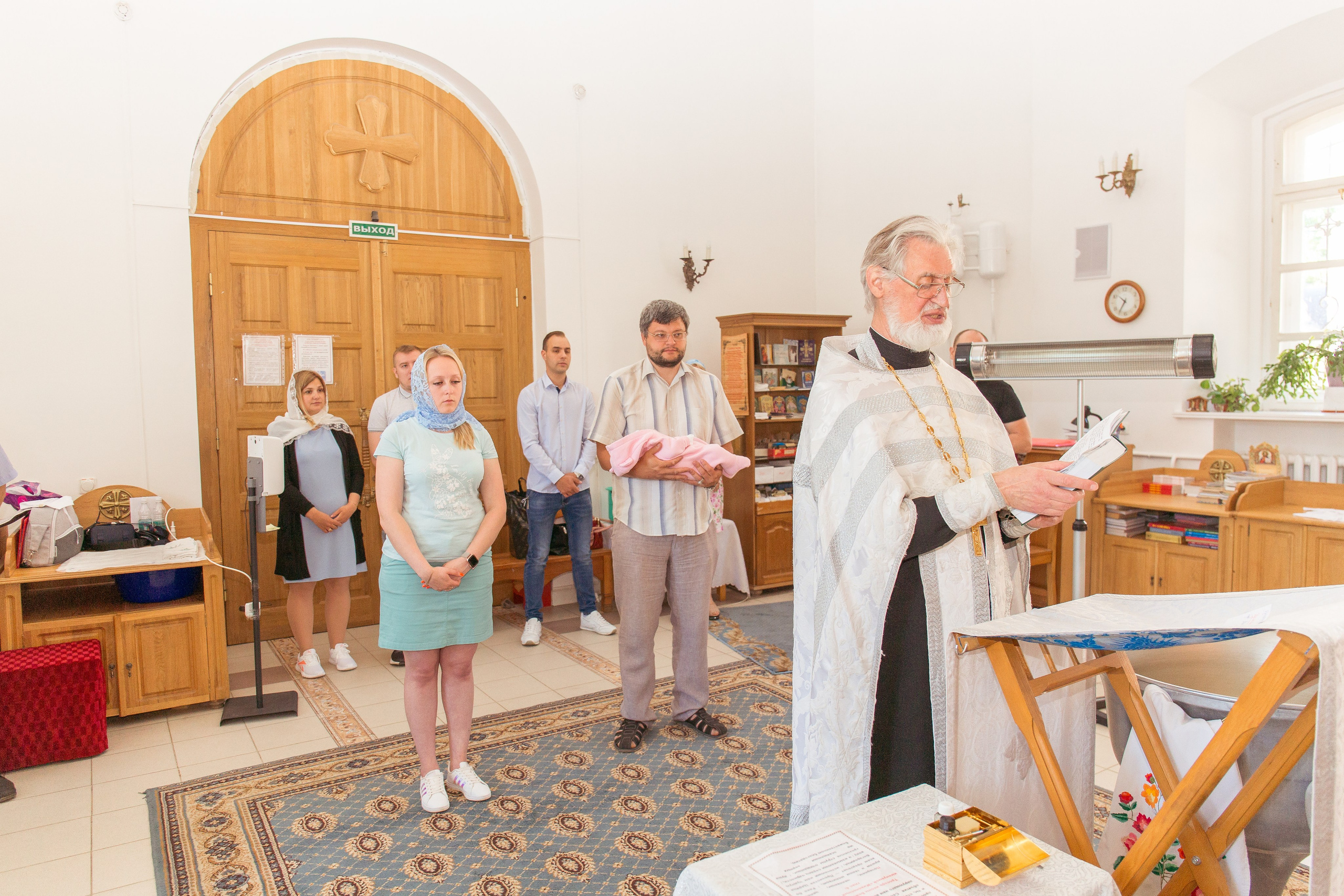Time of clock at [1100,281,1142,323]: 10:35
